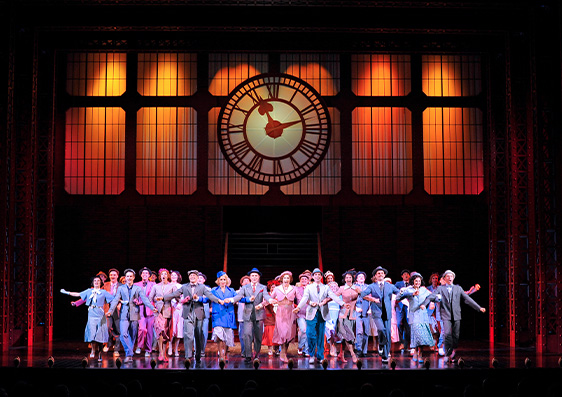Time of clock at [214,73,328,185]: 11:12
